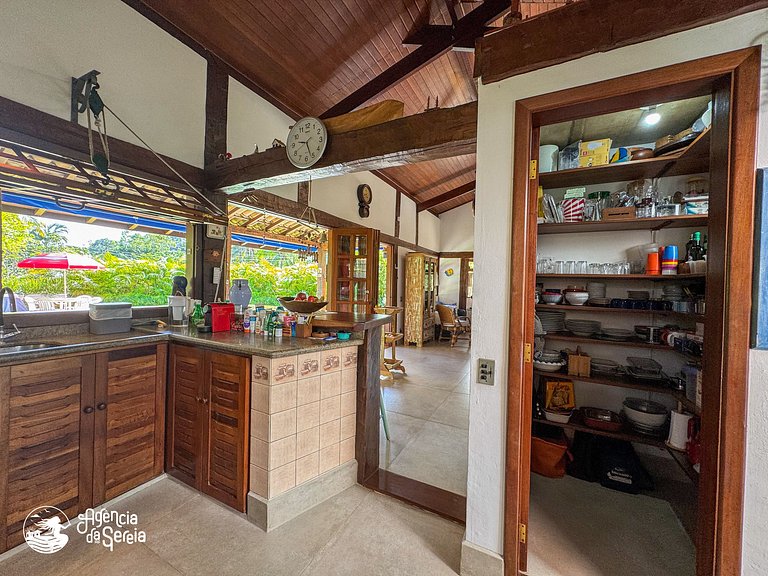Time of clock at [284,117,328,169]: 9:26
